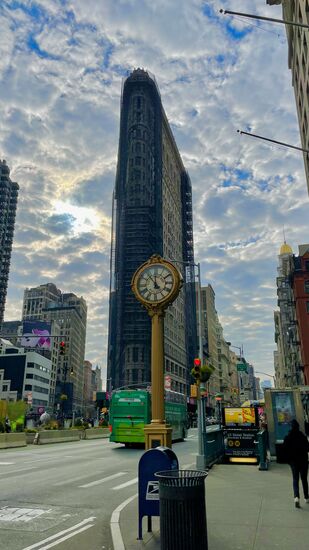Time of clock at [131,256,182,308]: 11:53
